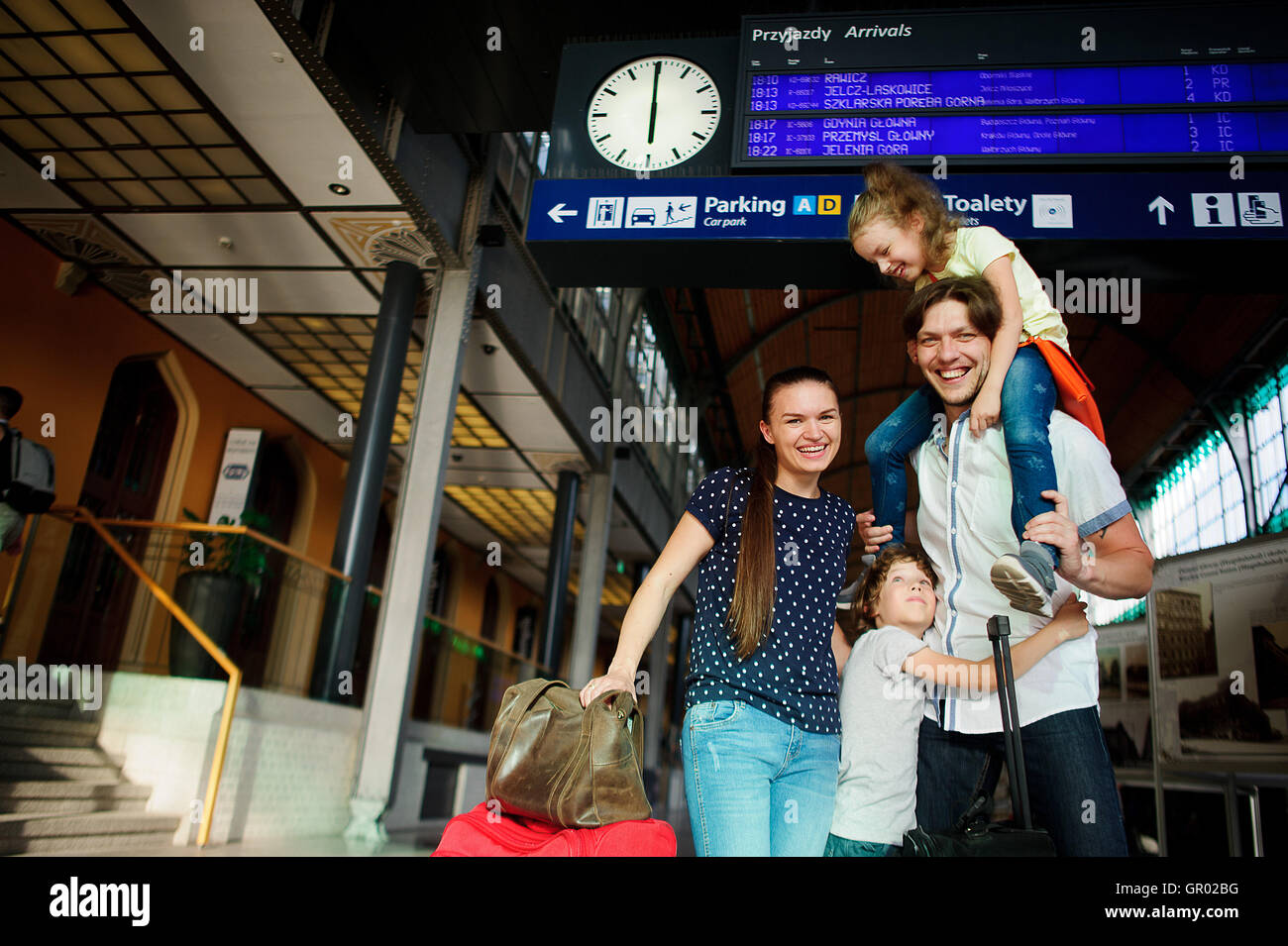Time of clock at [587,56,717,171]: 5:59
